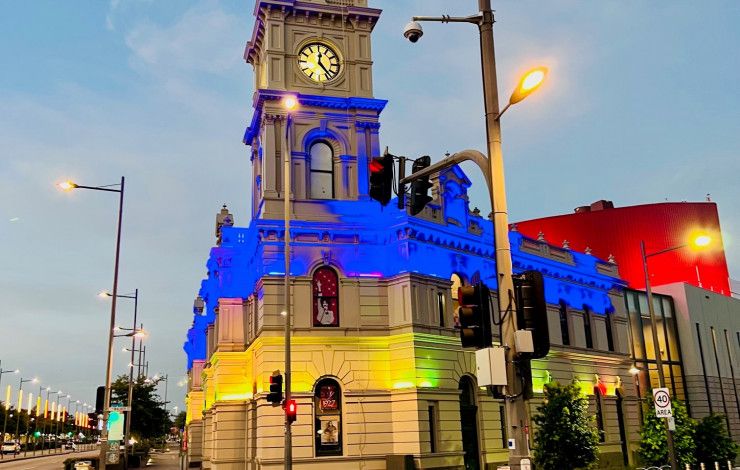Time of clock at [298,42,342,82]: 12:23
